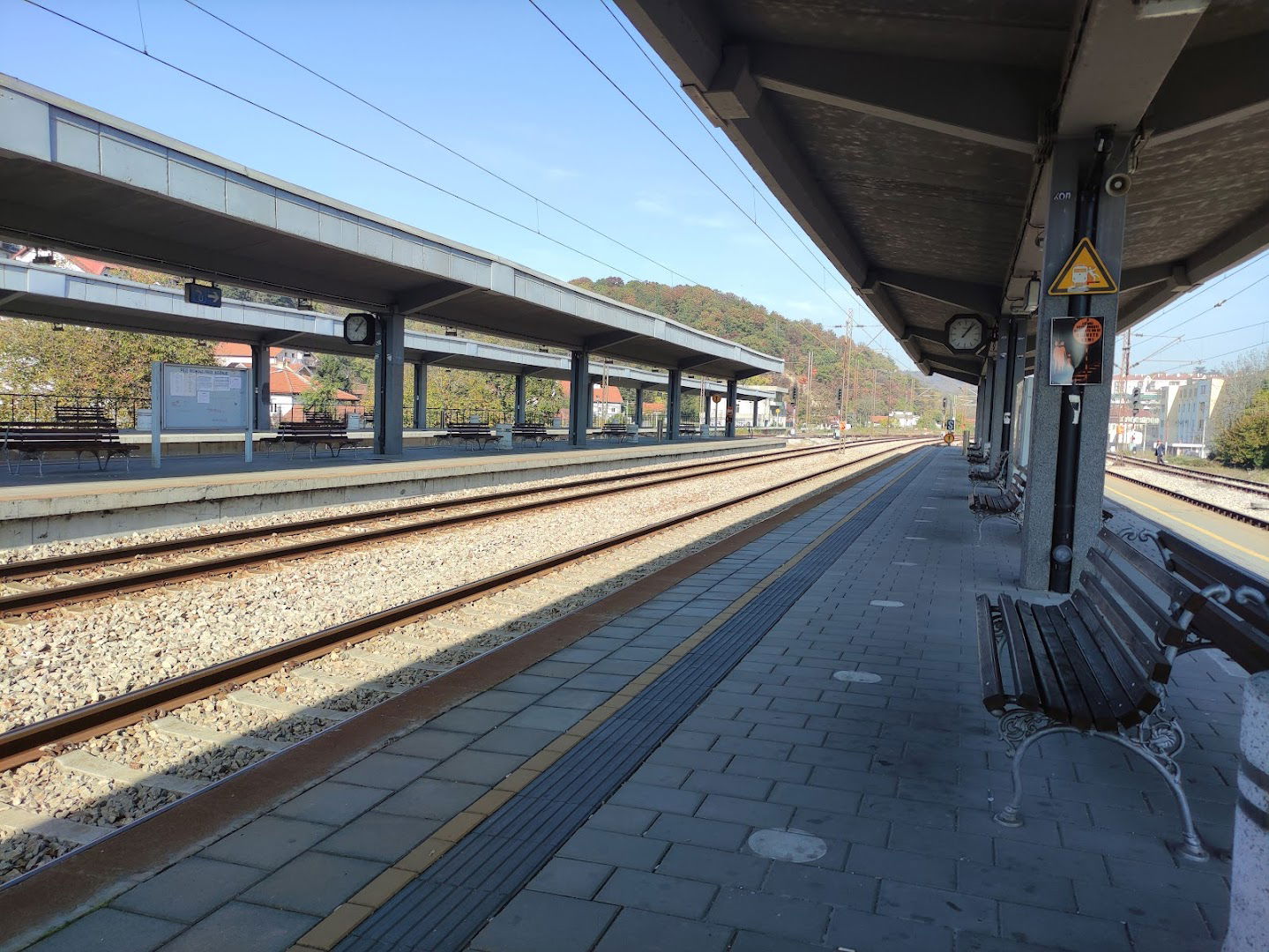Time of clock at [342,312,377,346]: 1:06
